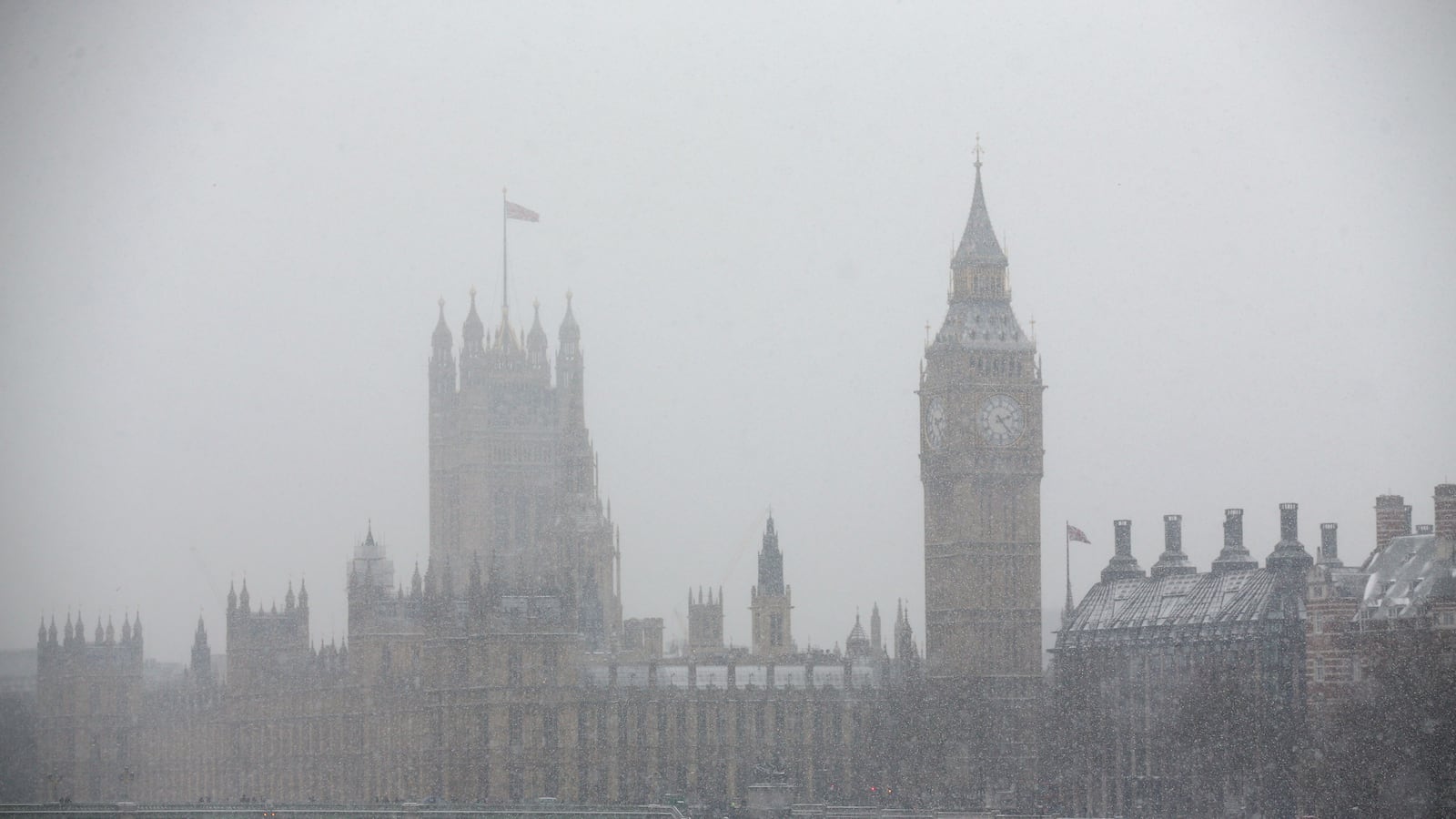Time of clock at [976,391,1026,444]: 2:23
